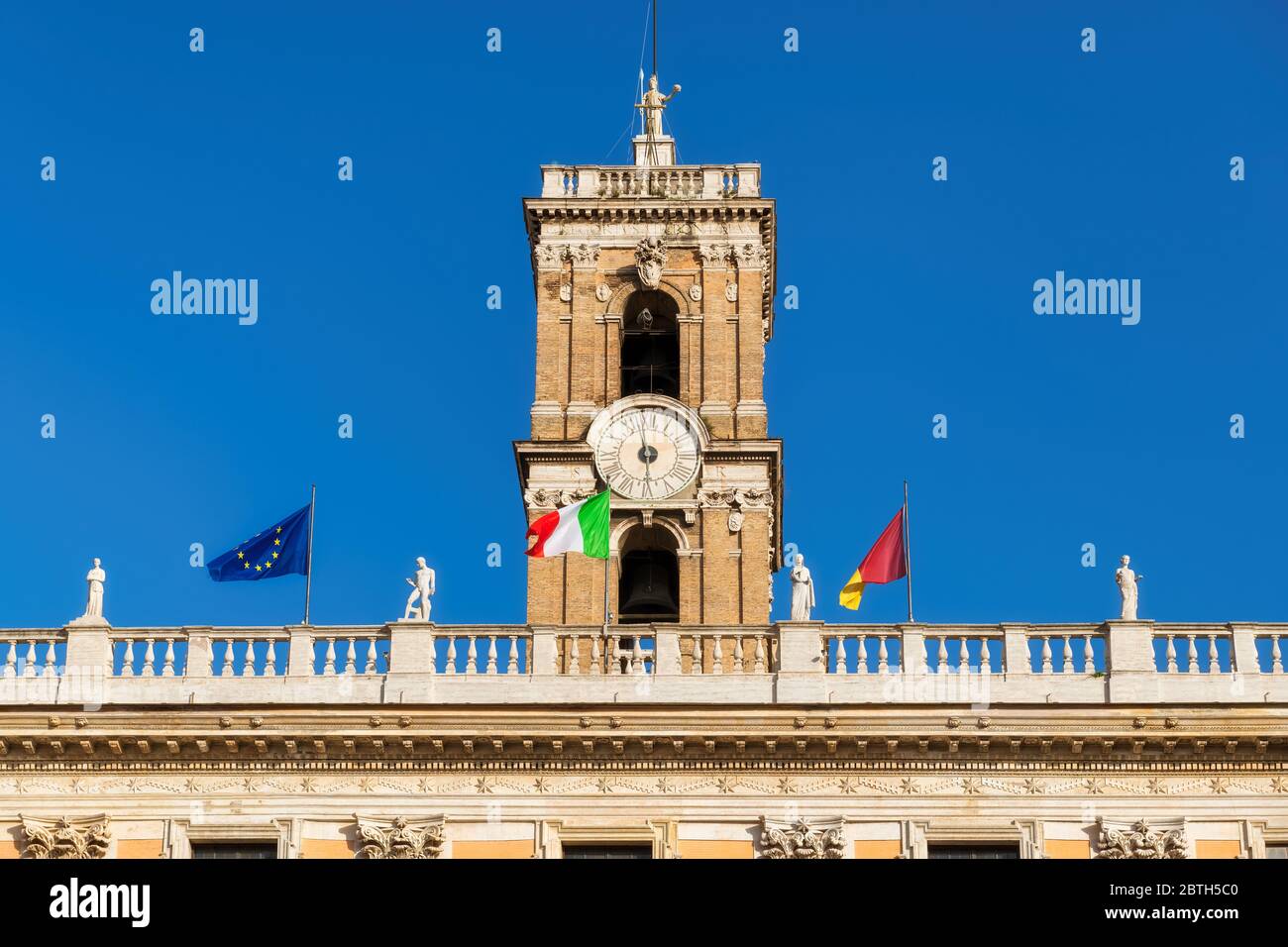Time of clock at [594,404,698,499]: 5:59
